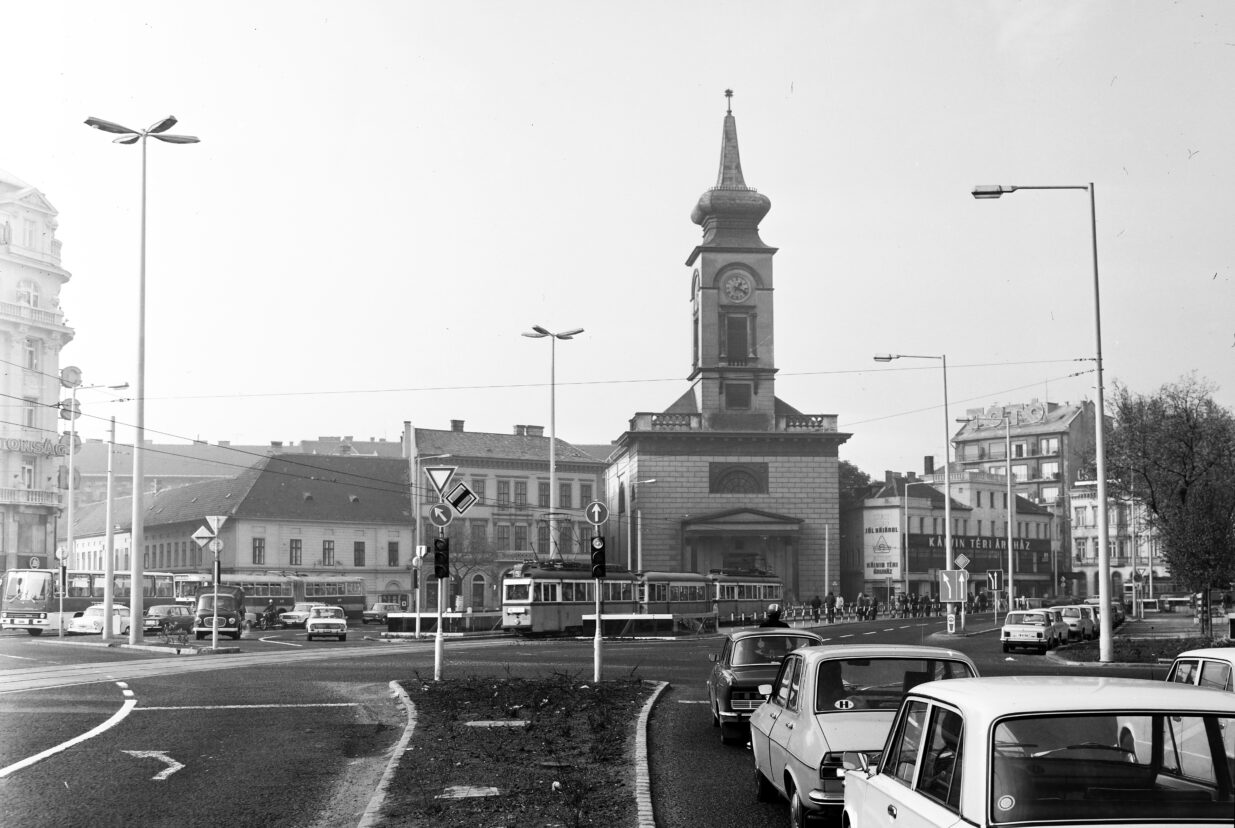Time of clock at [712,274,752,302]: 1:18
